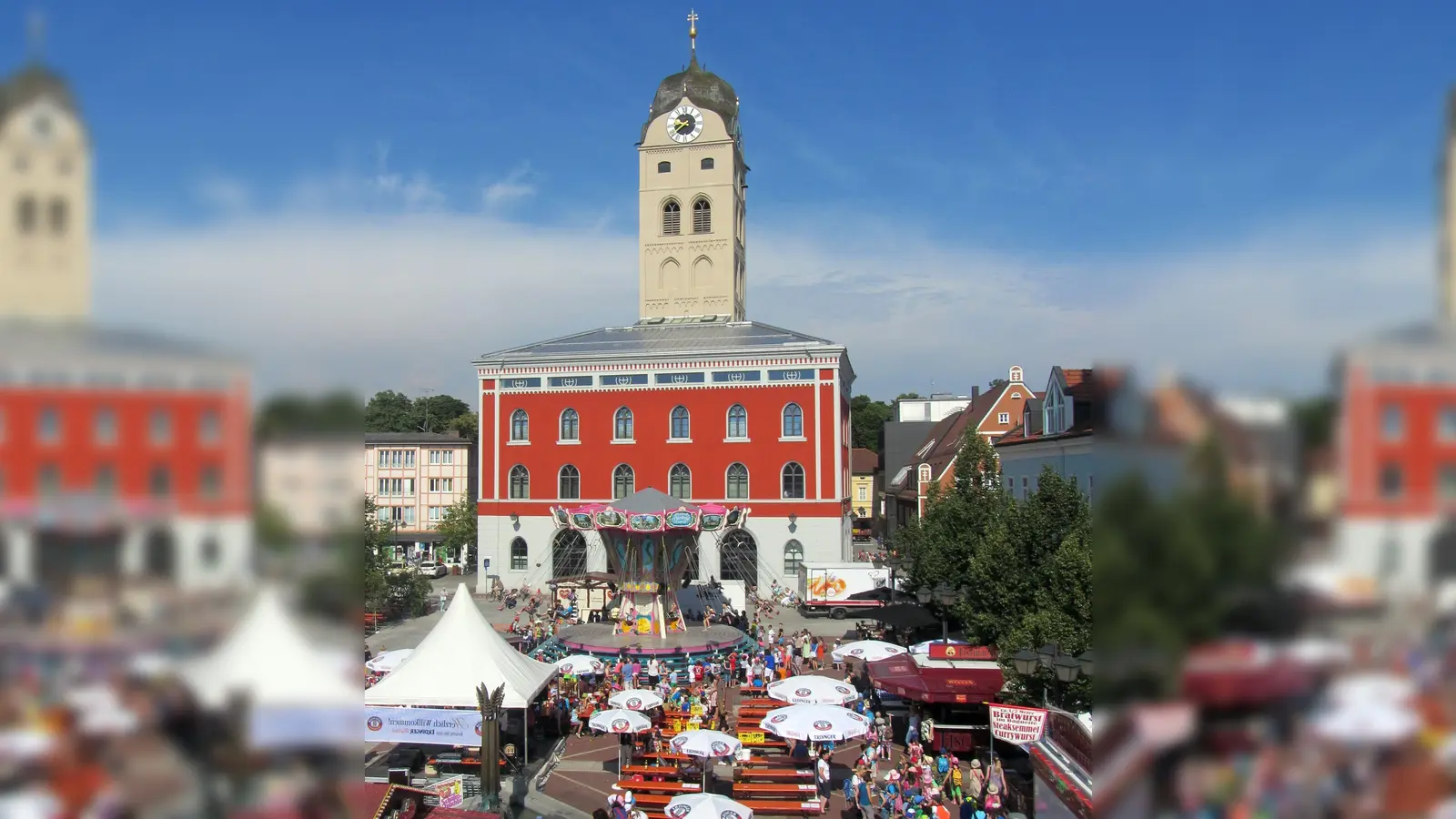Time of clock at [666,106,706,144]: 8:38
